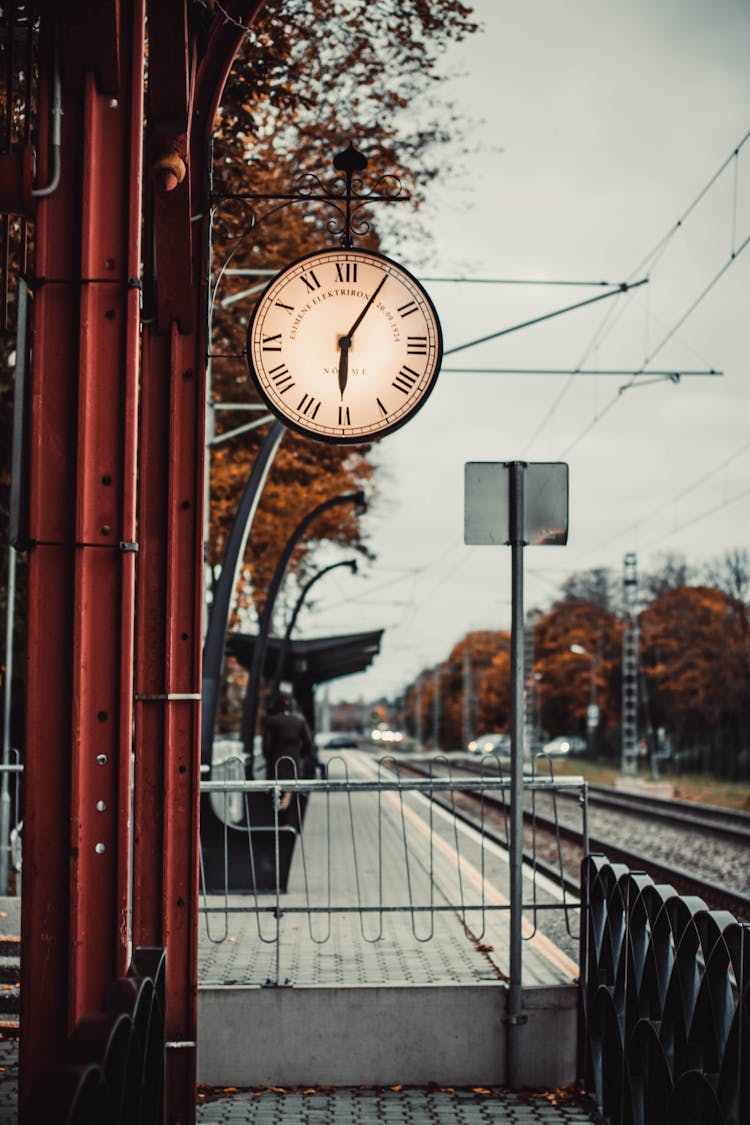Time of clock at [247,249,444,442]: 6:05
